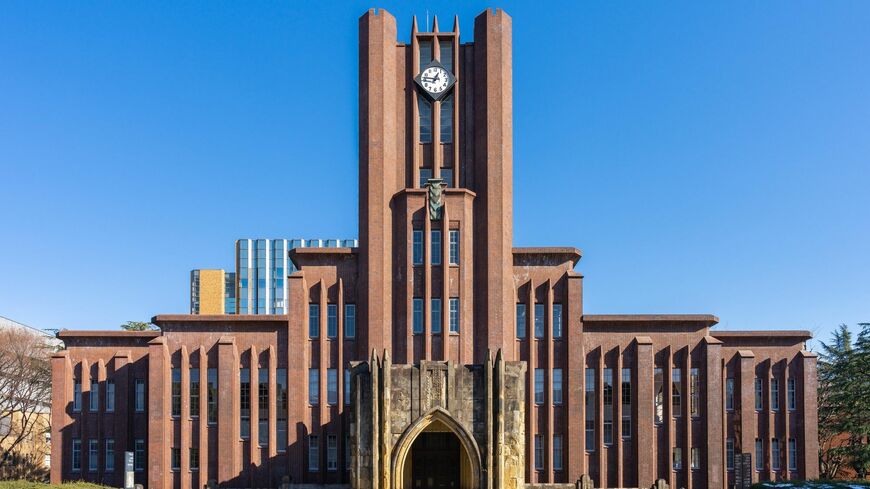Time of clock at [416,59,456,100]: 12:46
